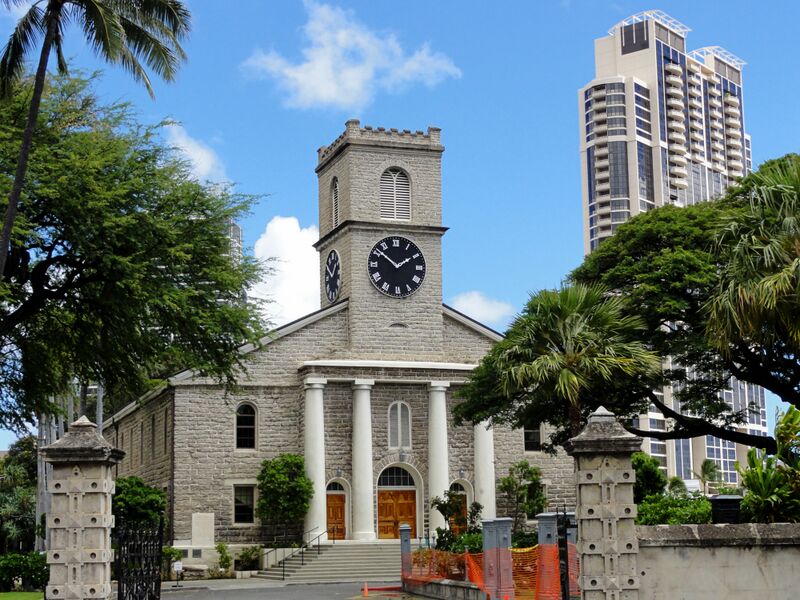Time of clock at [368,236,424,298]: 1:51
